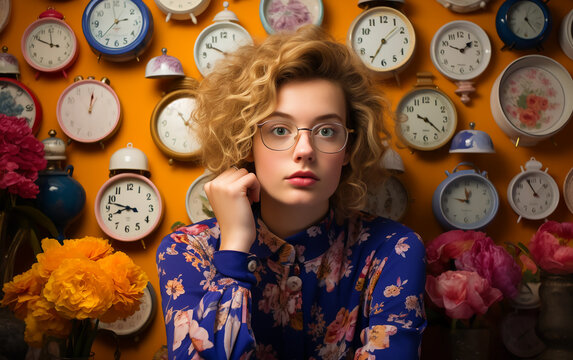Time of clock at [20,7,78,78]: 11:49
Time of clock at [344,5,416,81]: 1:34
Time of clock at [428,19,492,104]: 1:49
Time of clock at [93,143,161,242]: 8:47
